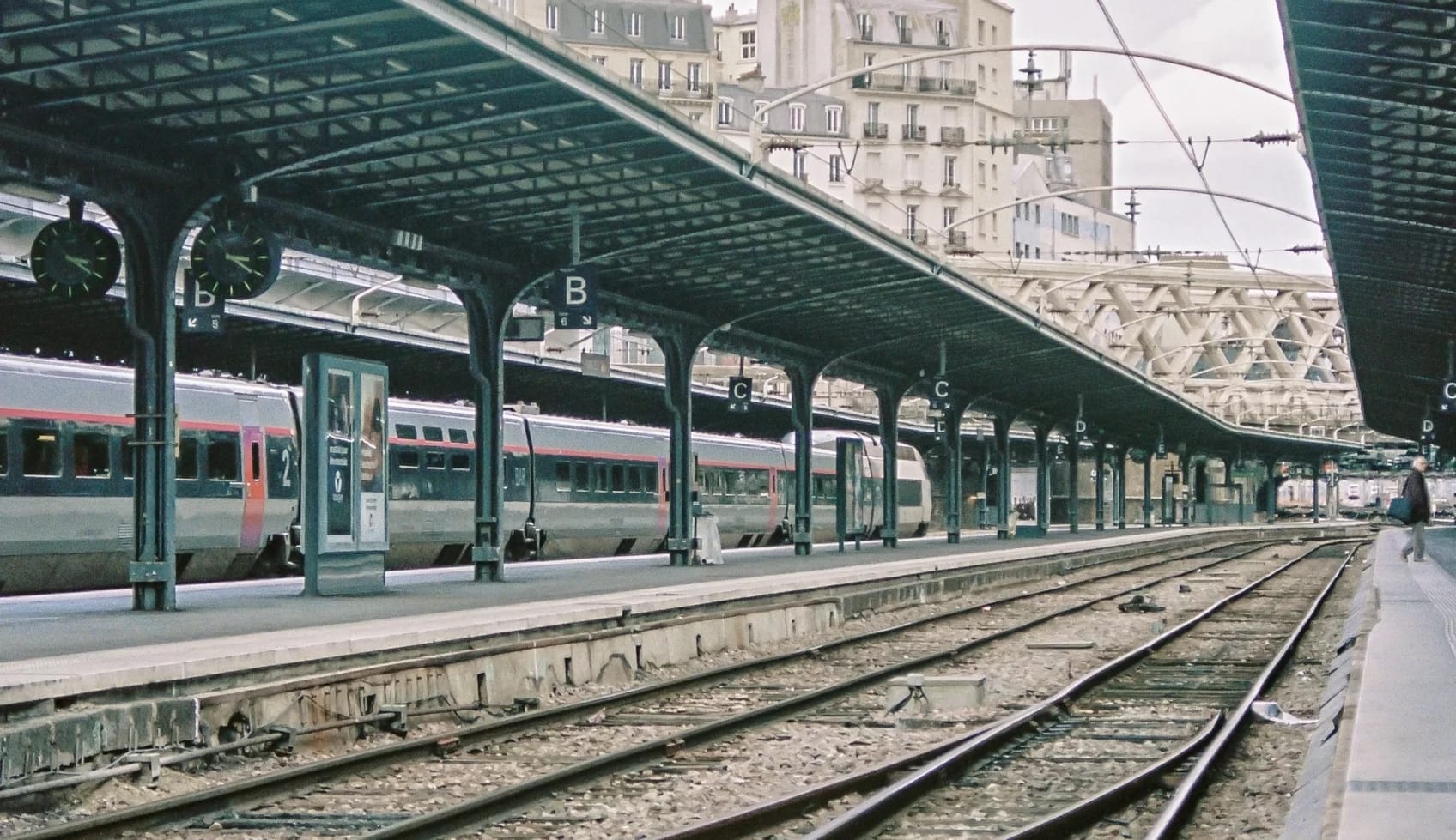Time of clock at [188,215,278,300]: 3:20
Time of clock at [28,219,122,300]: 3:20
